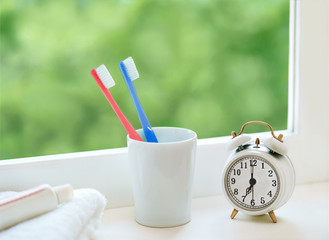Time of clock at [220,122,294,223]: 7:00
